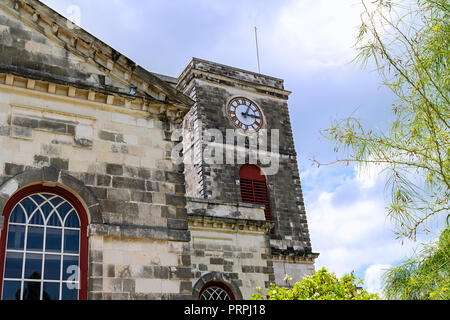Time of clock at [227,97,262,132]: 3:04
